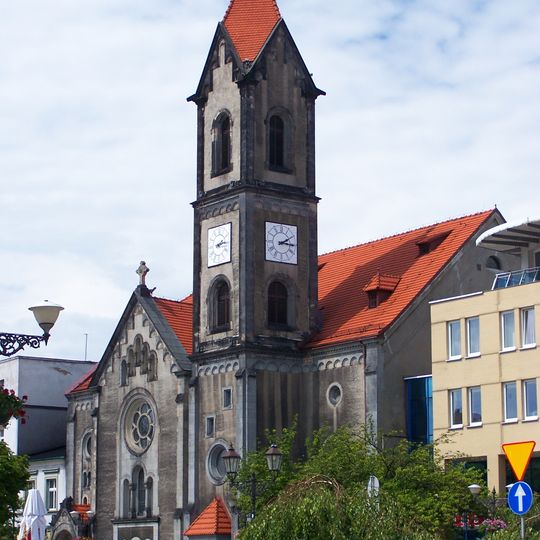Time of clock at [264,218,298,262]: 2:15
